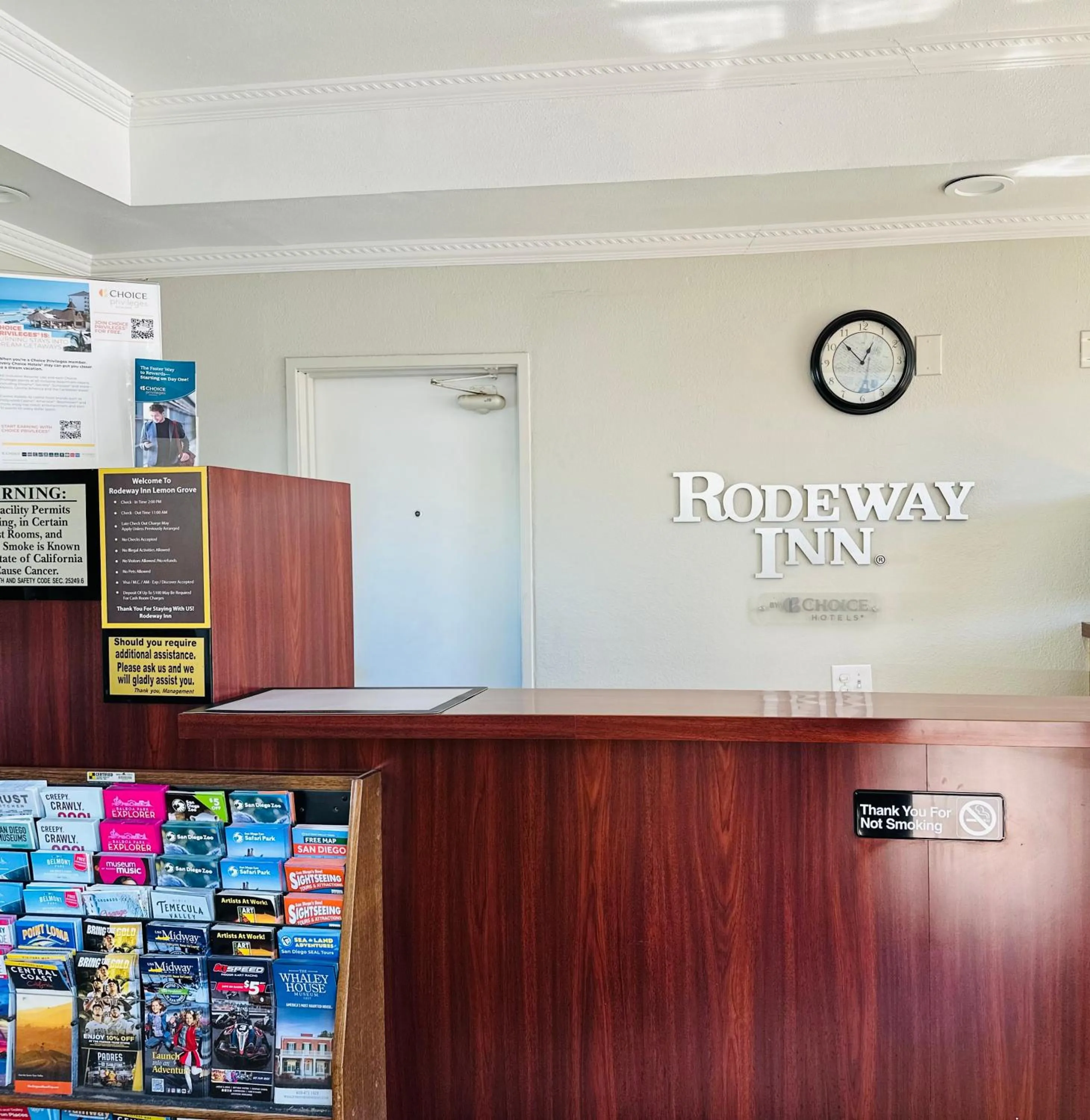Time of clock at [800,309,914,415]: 12:52
